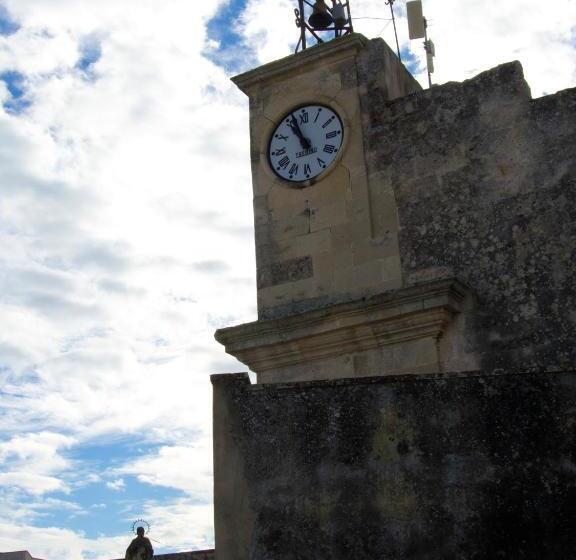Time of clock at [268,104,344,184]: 10:56
